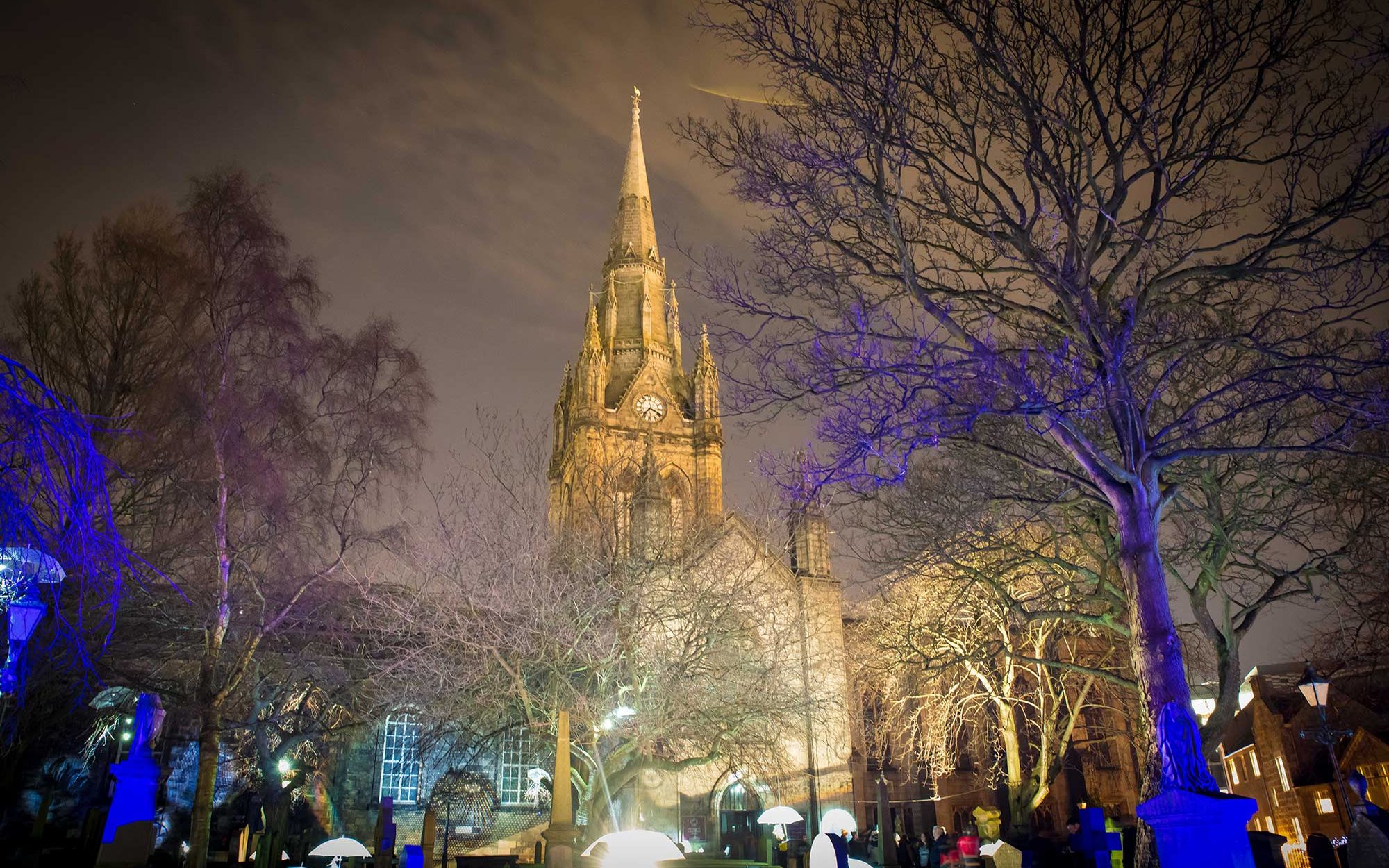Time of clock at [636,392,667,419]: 7:18
